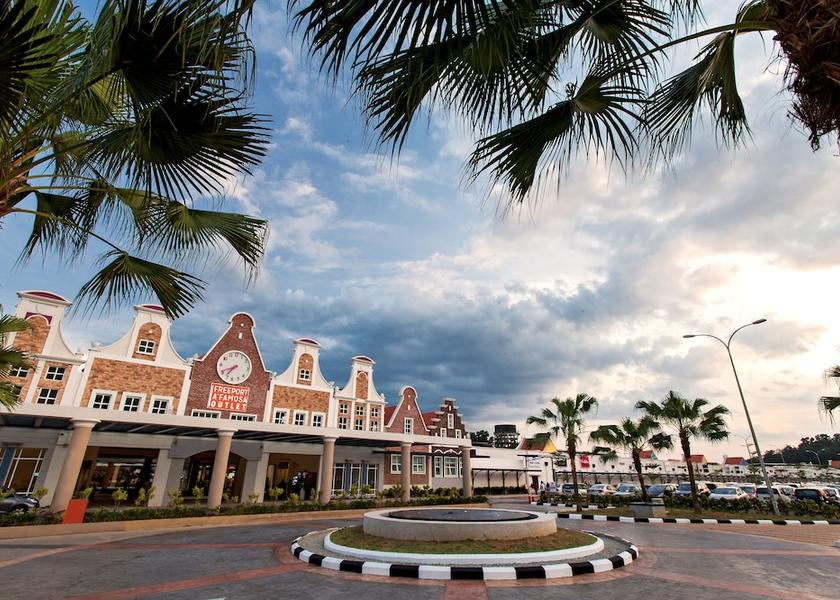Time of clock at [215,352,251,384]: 7:41
